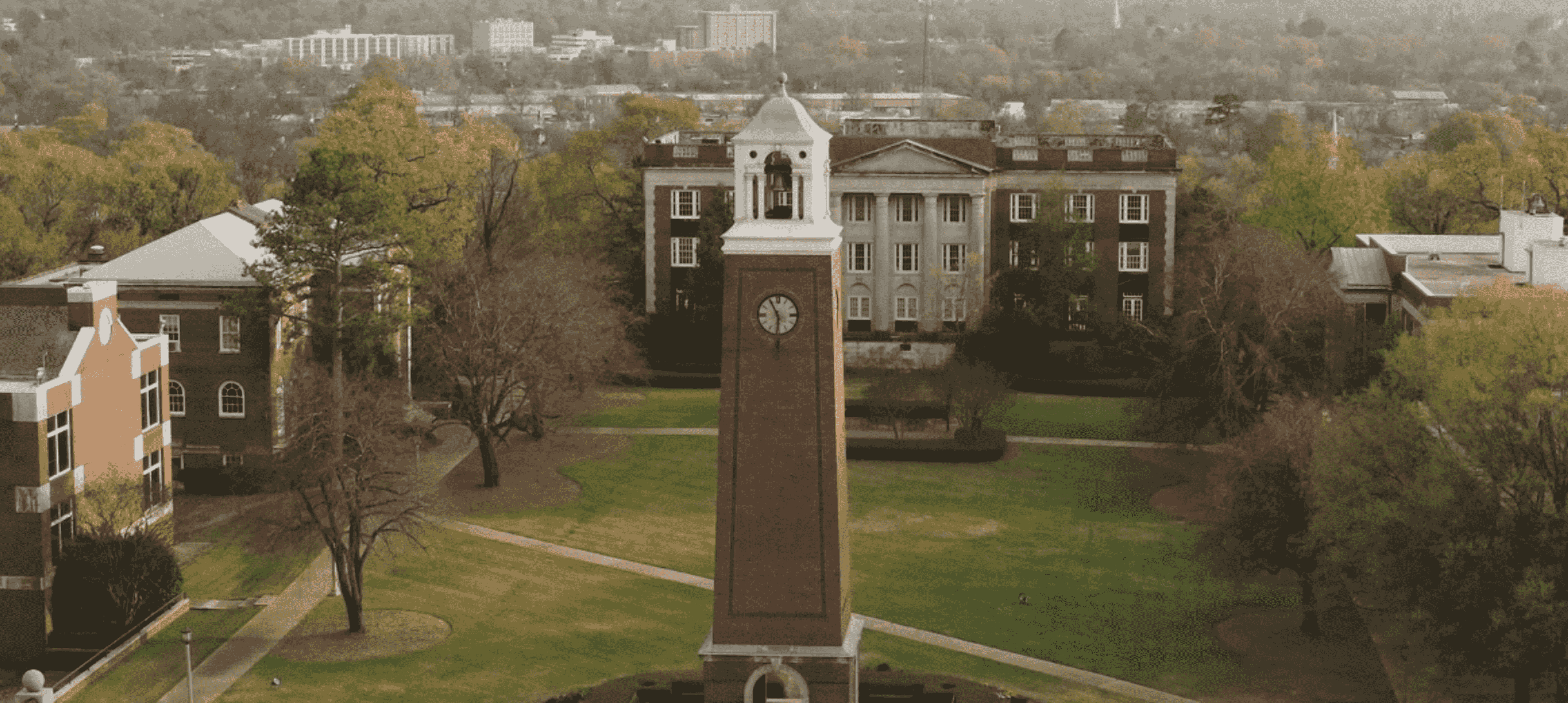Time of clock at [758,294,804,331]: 5:55
